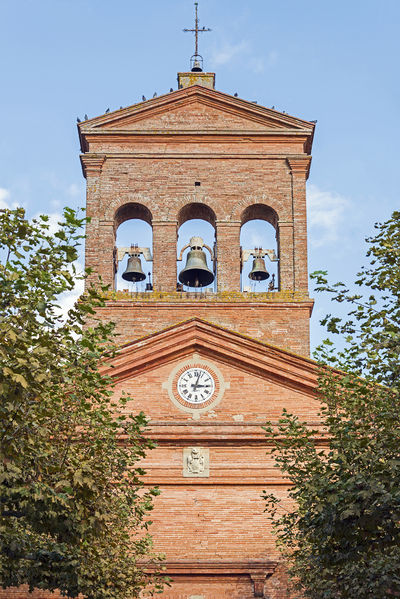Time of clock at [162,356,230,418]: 3:02
